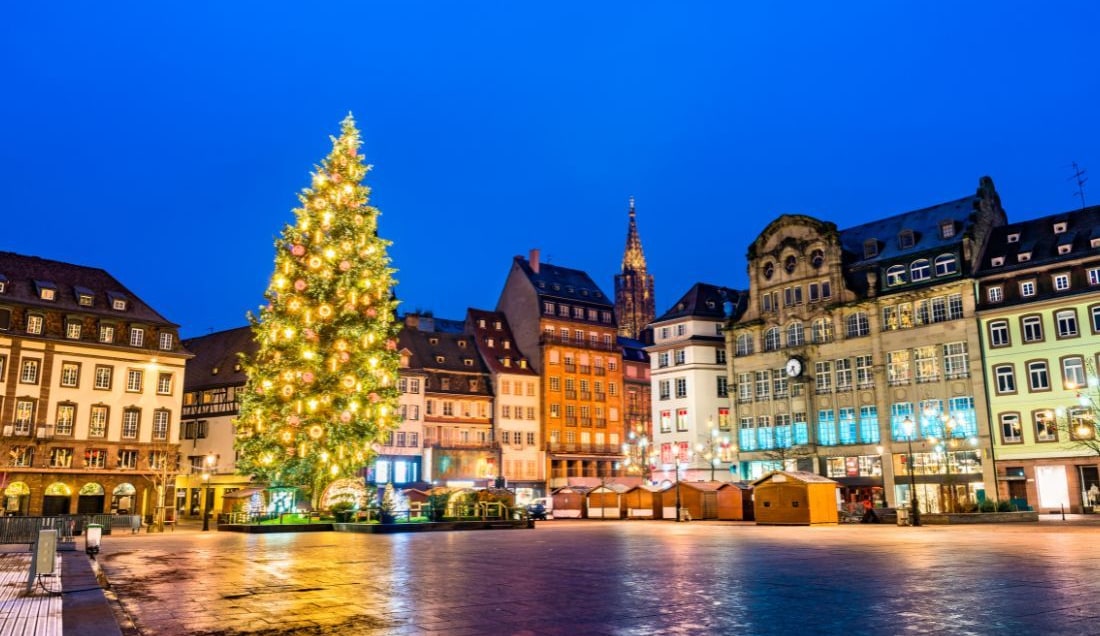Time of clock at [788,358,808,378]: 7:25
